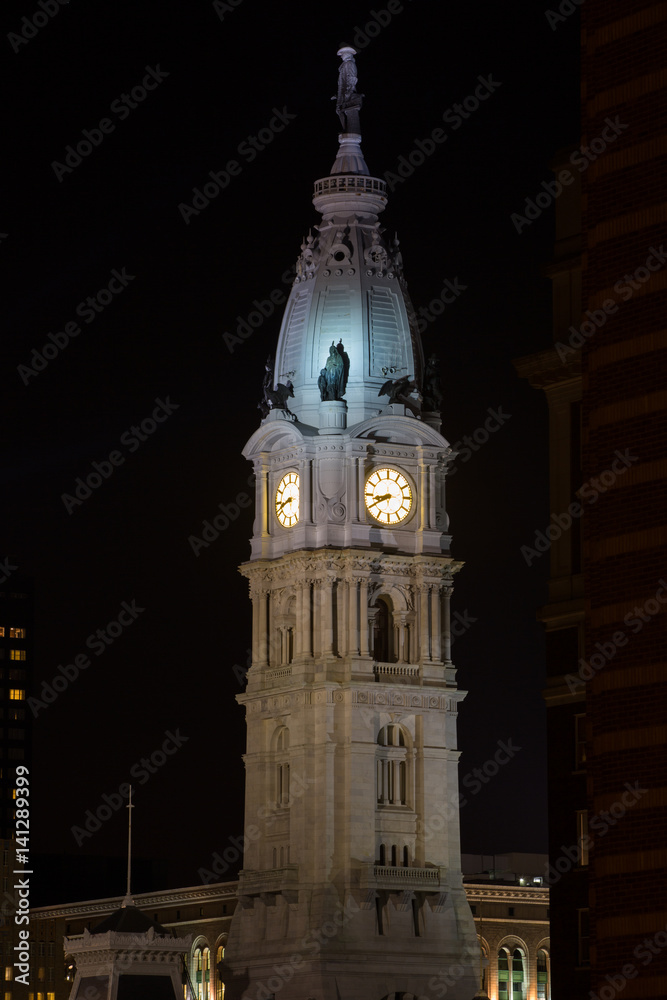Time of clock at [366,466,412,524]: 8:40
